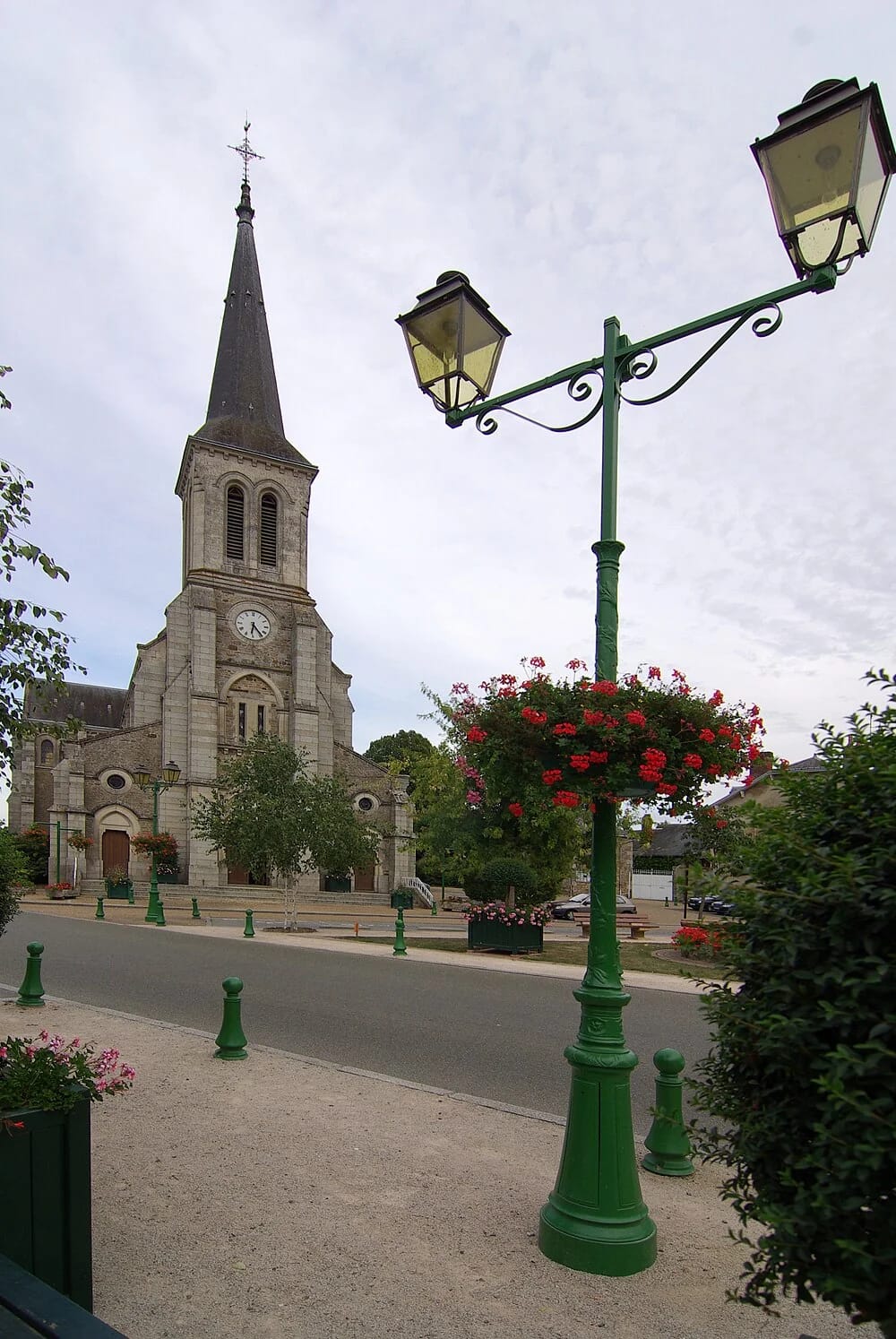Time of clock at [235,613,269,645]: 6:23
